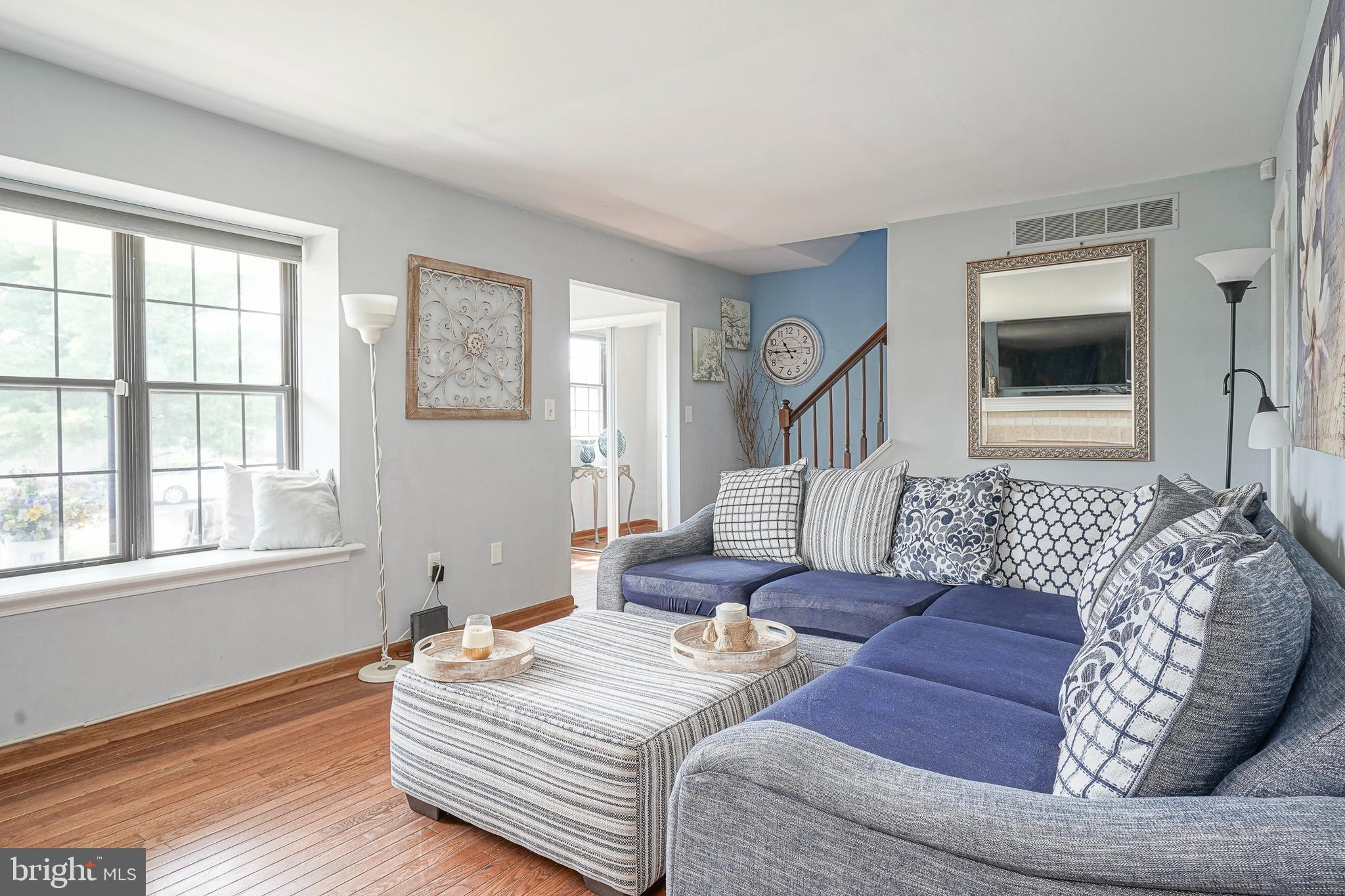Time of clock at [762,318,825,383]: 10:45
